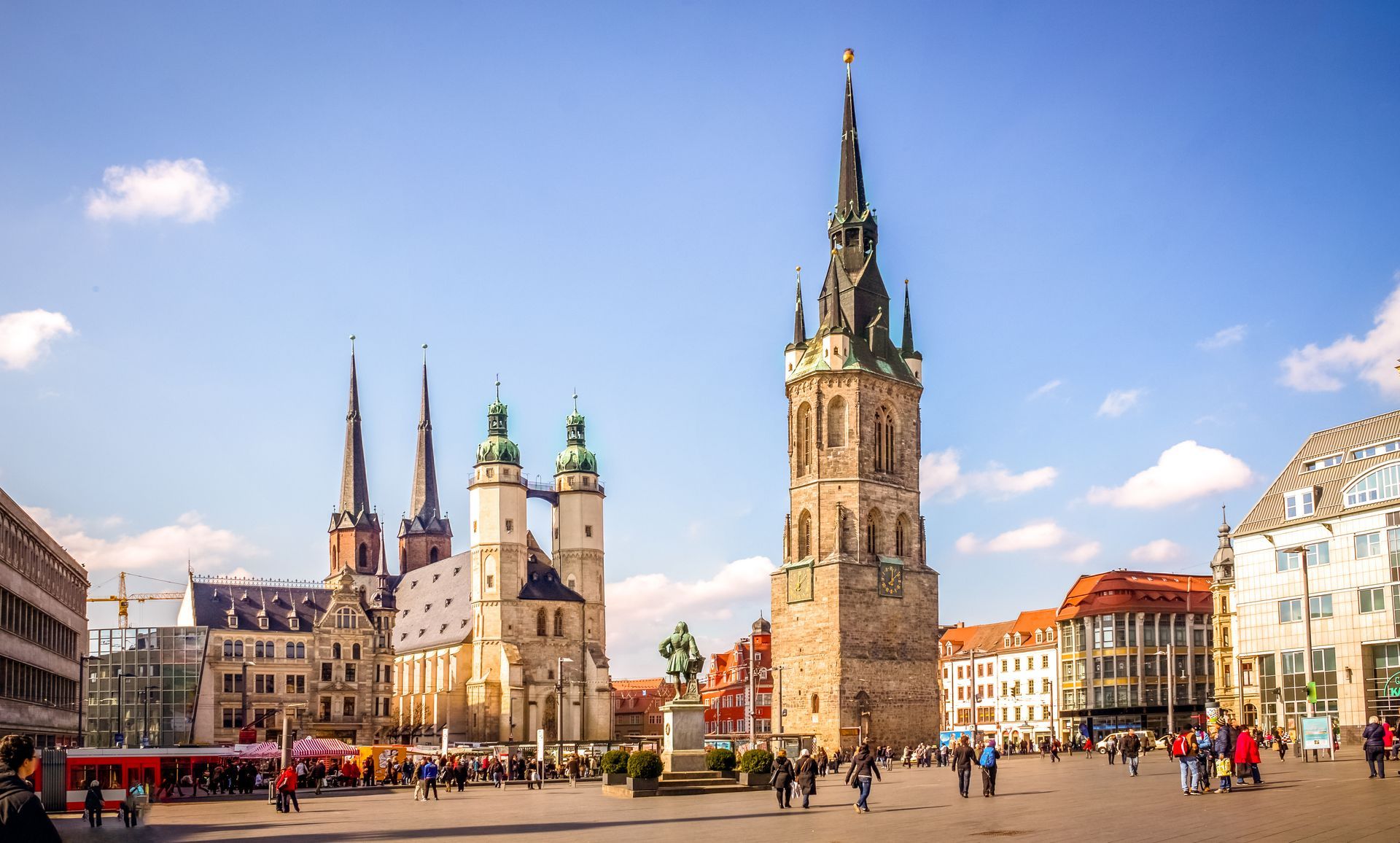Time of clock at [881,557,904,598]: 12:07
